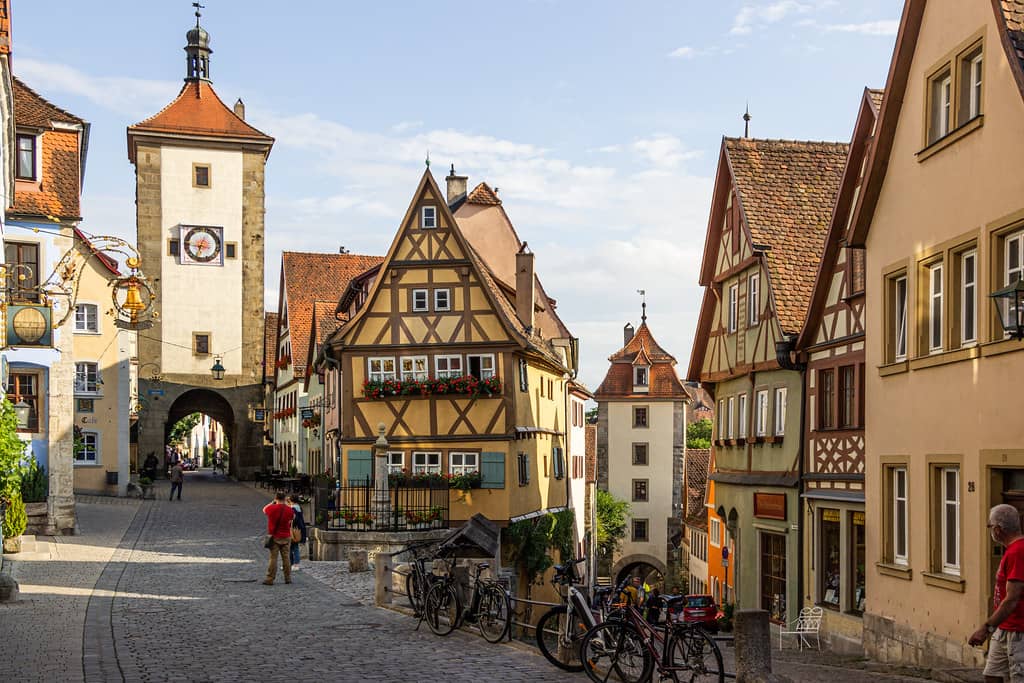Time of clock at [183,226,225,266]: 12:33
